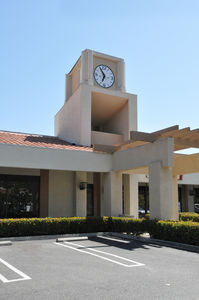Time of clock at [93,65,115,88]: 6:54
